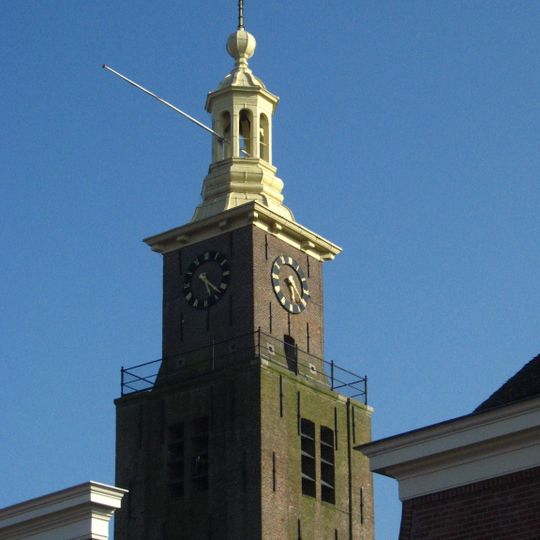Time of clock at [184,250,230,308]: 5:22
